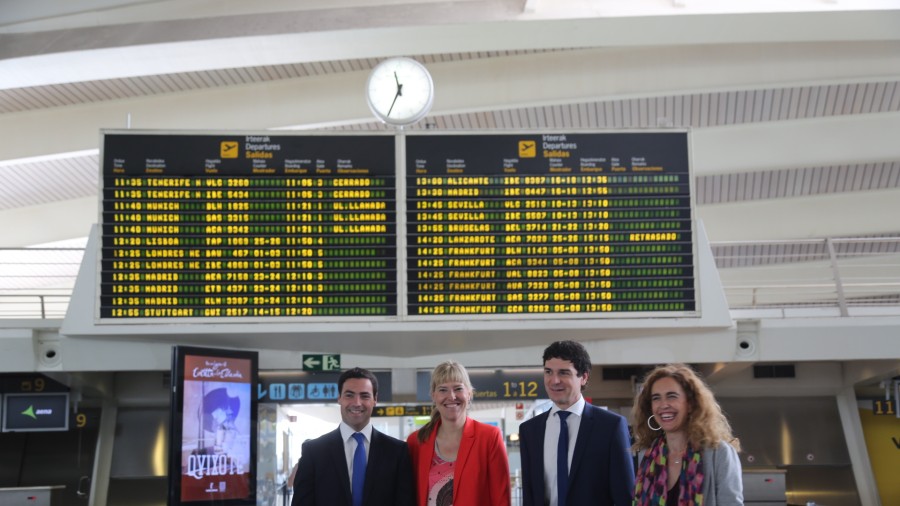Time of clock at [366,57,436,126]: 11:34
